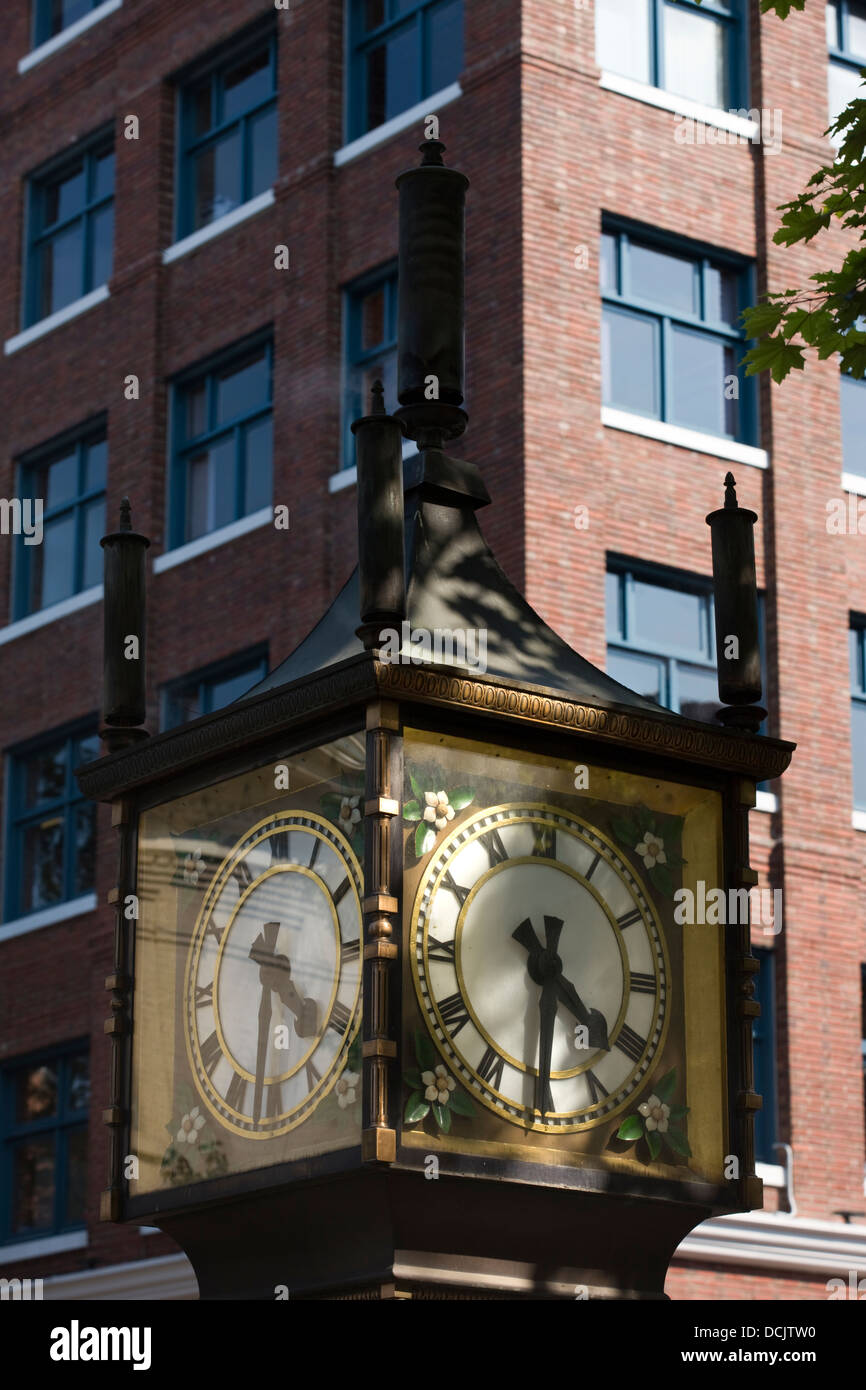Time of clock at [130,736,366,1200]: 4:31
